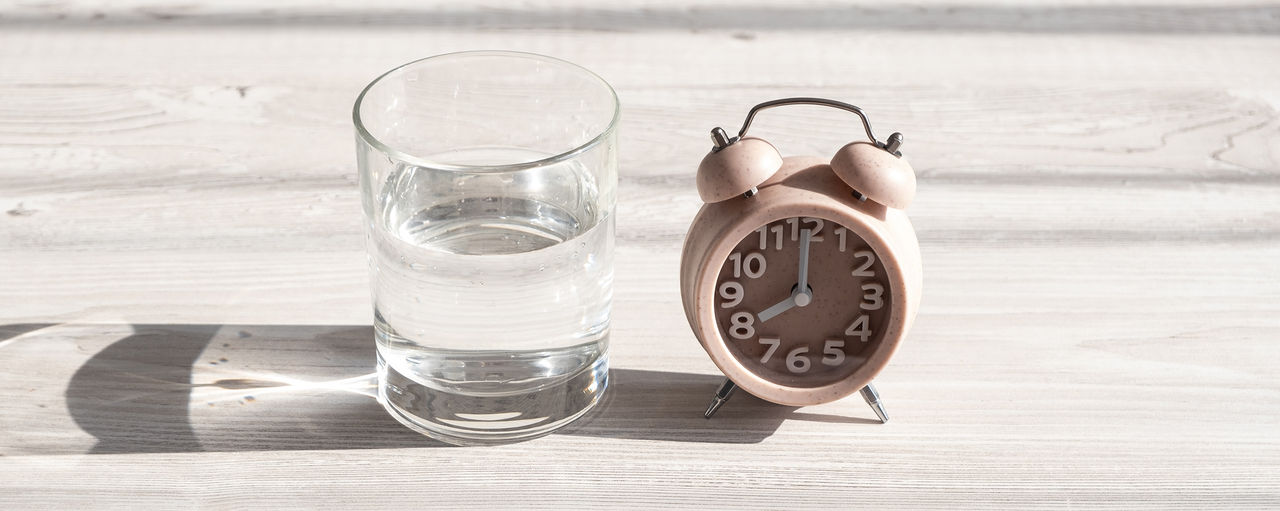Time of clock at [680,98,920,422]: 8:00
